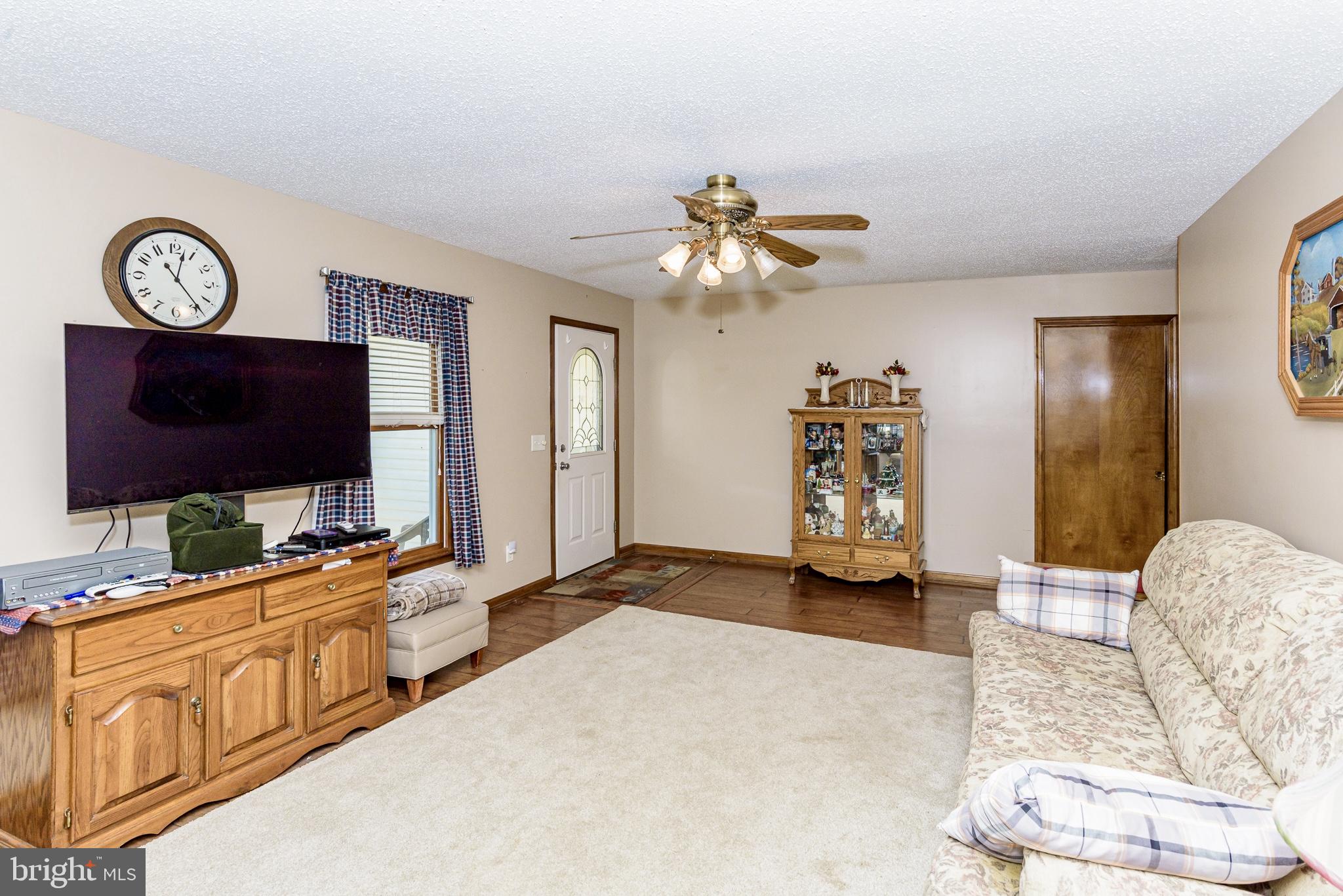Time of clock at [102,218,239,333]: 12:23
